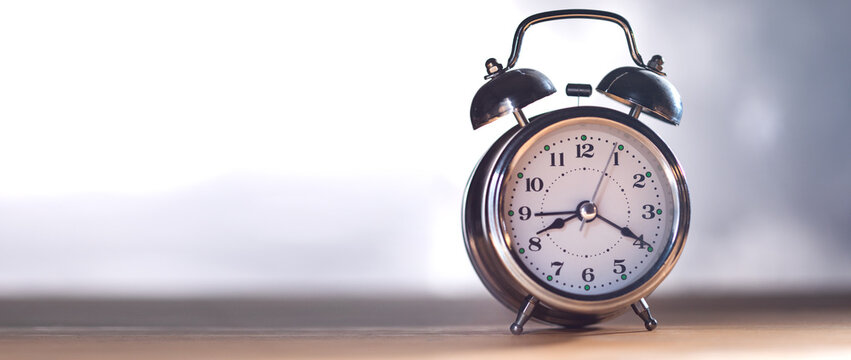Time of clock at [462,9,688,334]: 8:19
